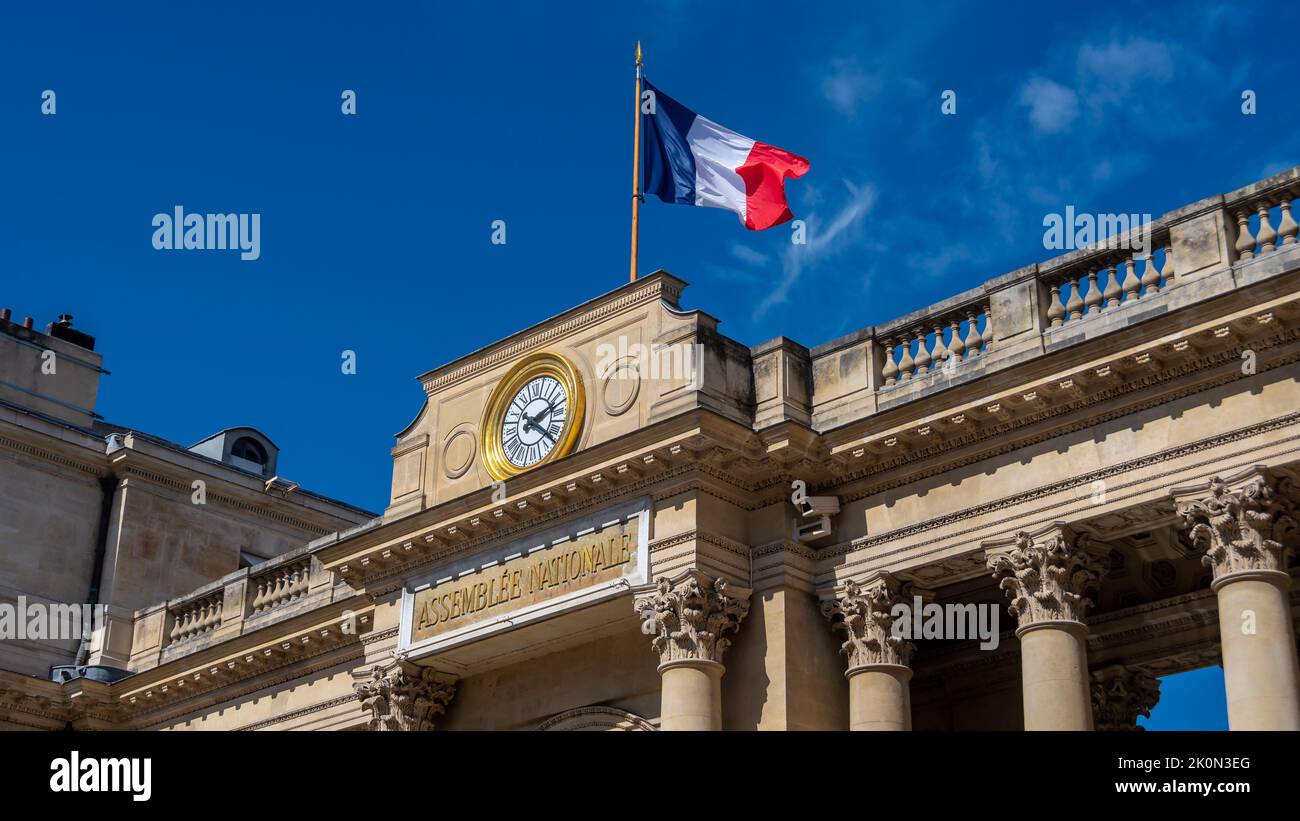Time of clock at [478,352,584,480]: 2:21
